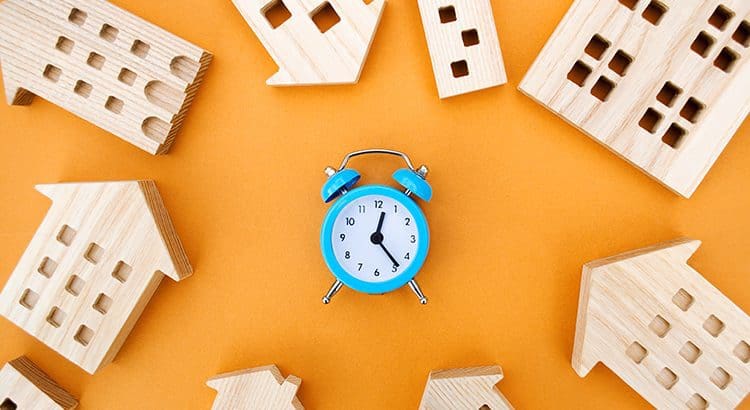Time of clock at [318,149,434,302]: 12:23
